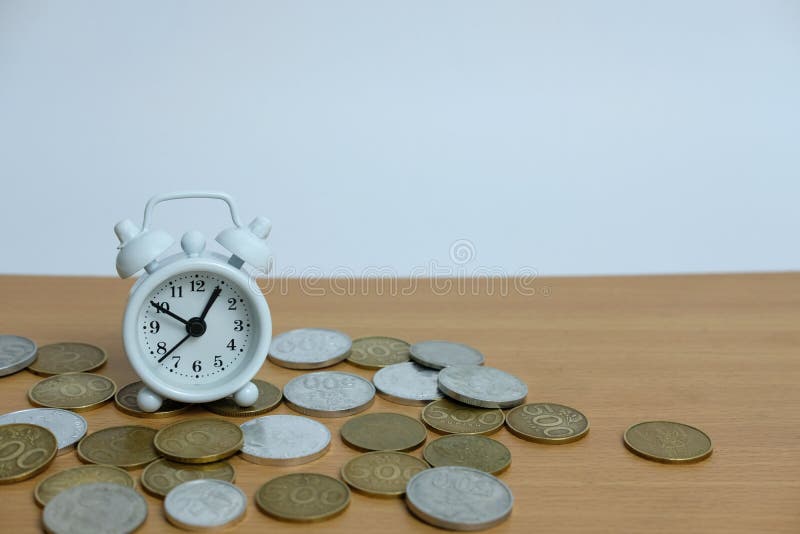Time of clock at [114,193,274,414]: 12:49
